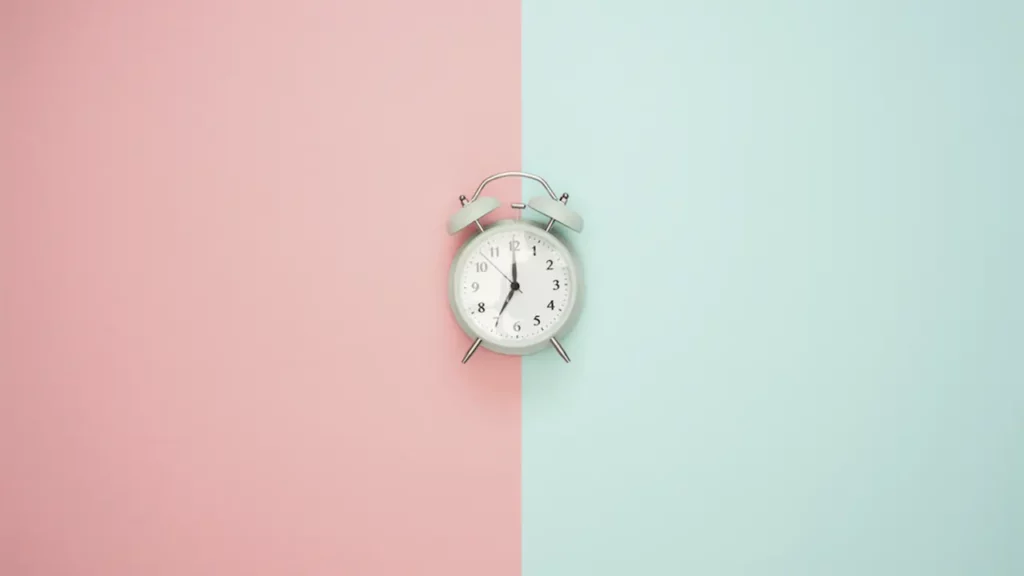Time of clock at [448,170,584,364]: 7:00
